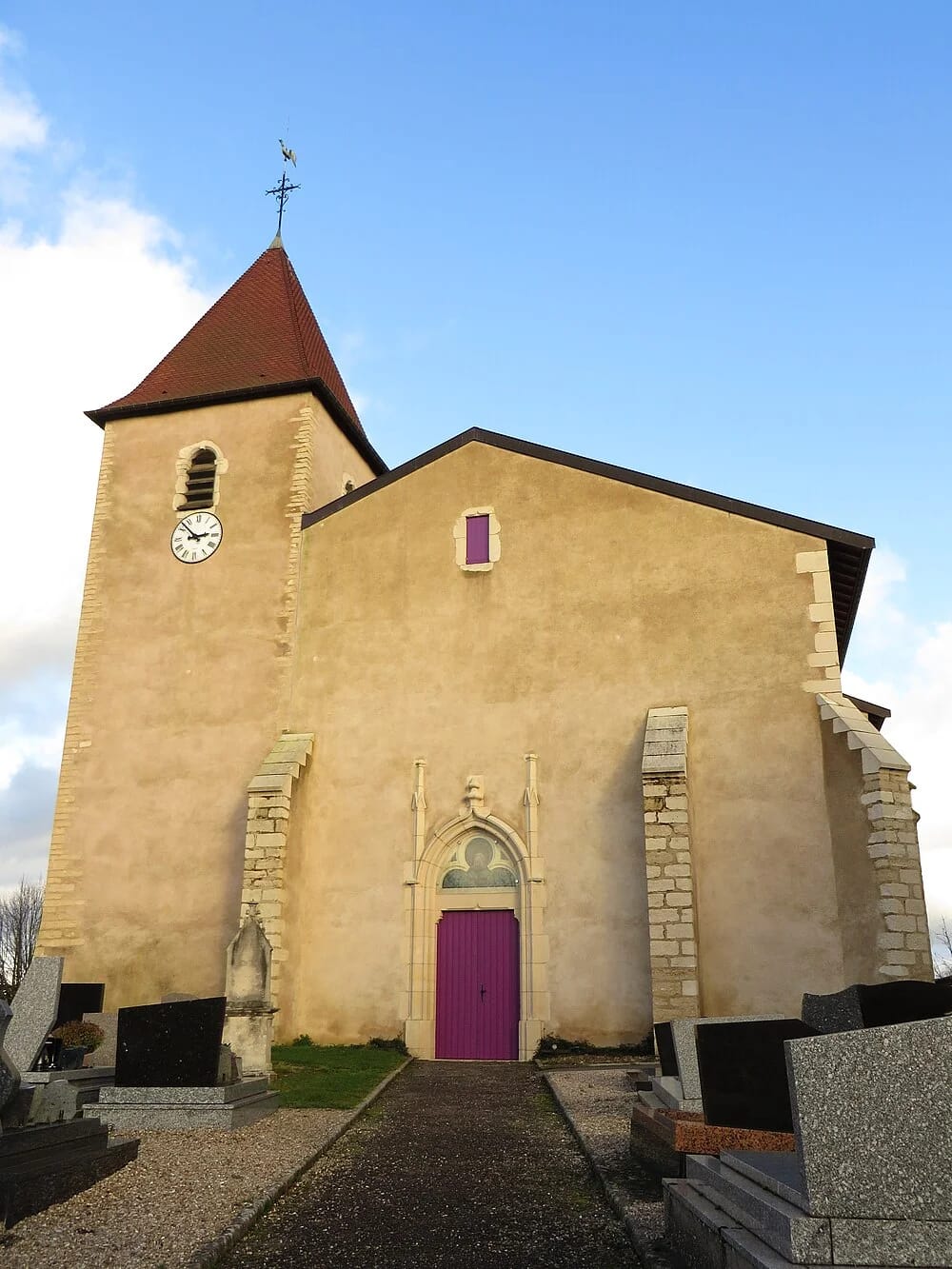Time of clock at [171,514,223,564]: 2:52
